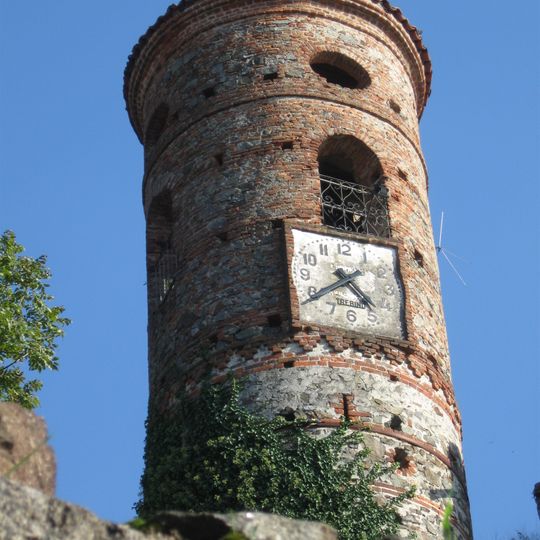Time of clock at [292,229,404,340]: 4:39
